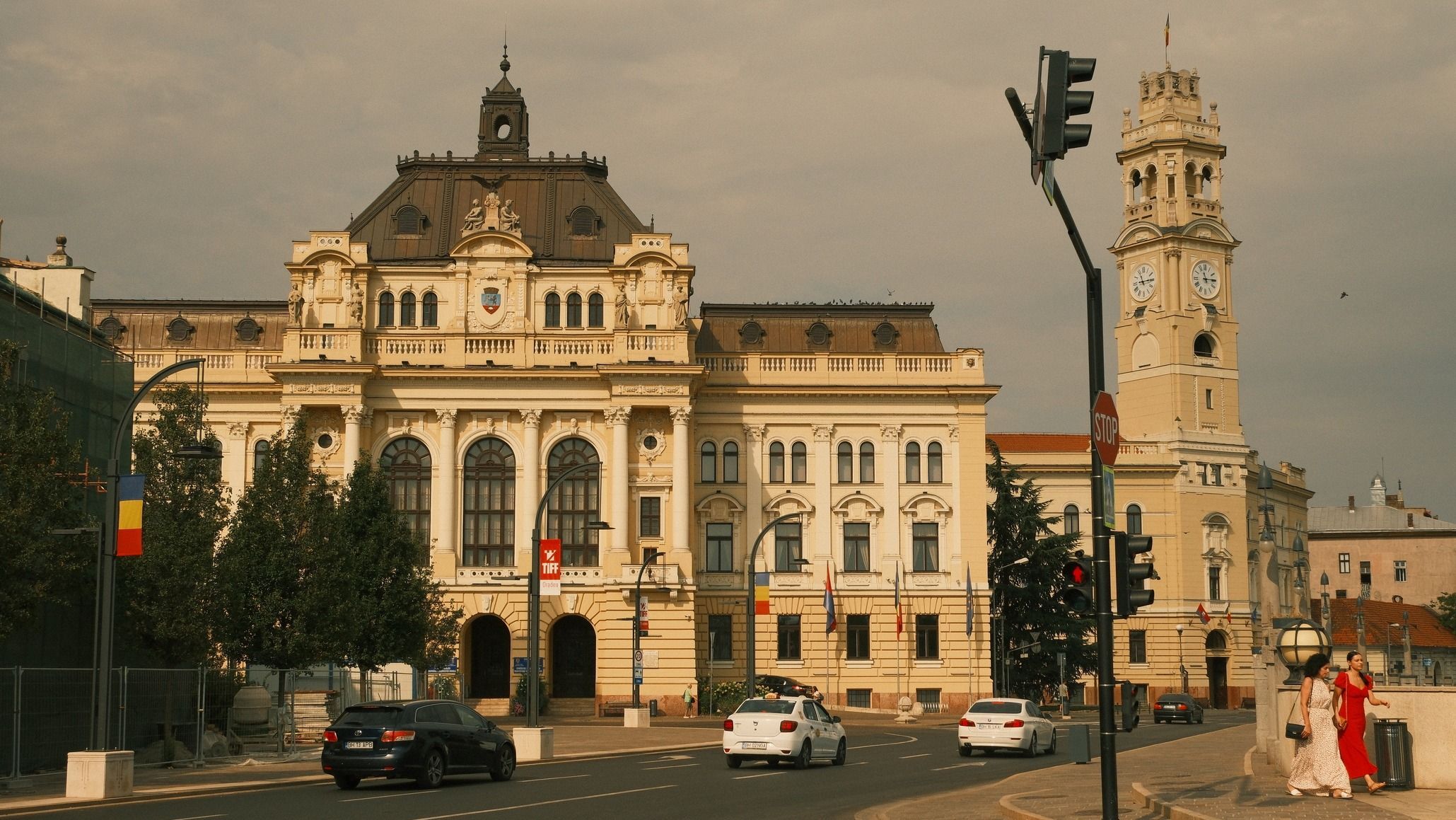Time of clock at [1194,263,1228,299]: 11:14
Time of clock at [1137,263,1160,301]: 11:14
